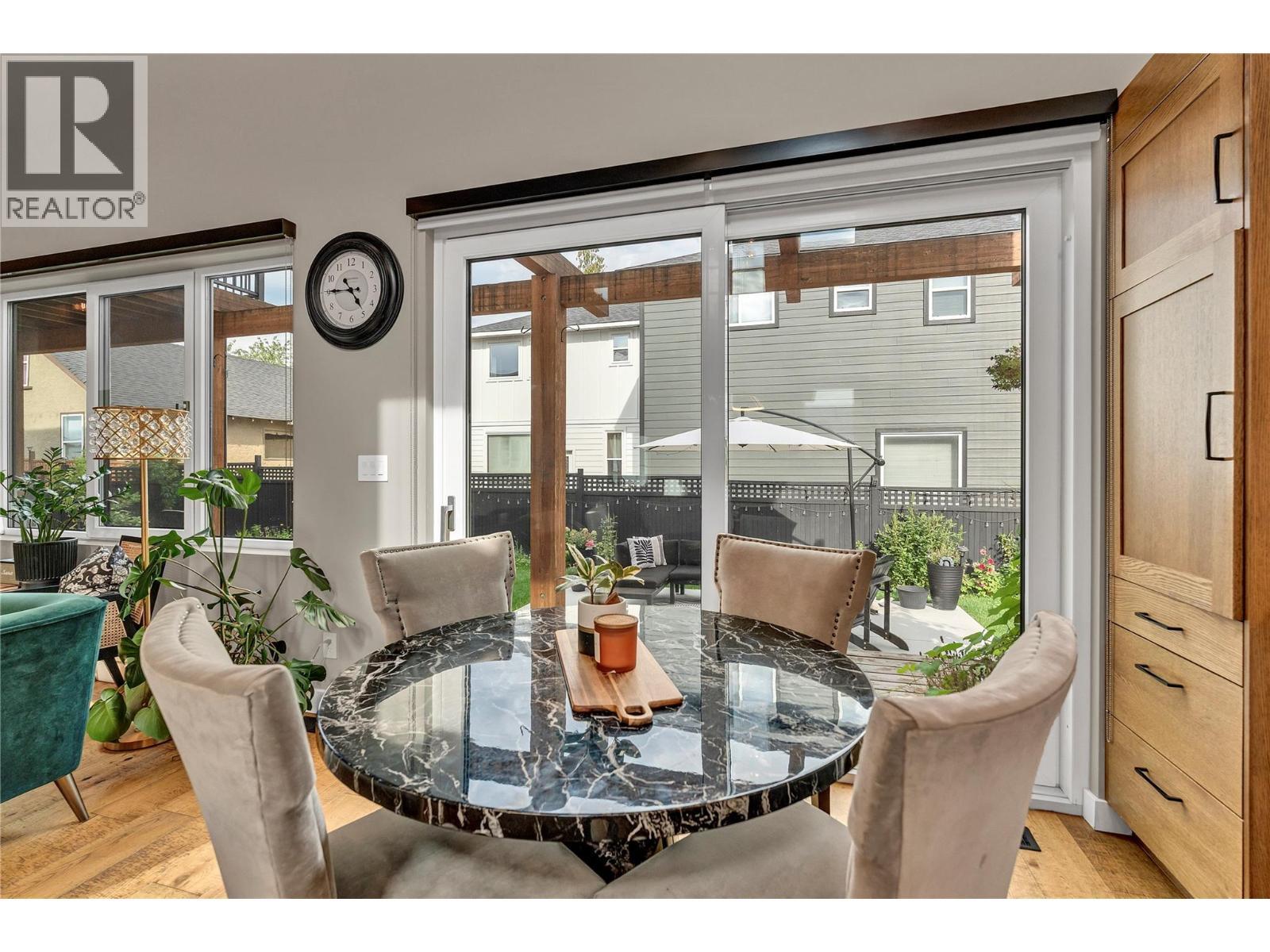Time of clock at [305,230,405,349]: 4:45
